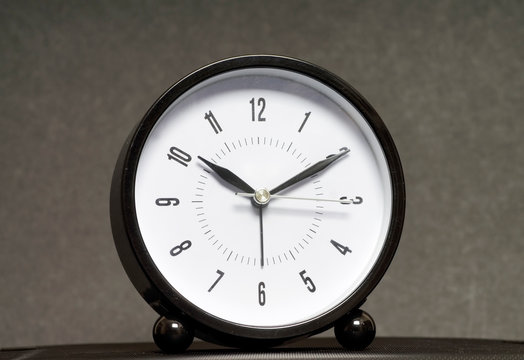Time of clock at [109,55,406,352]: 10:10
